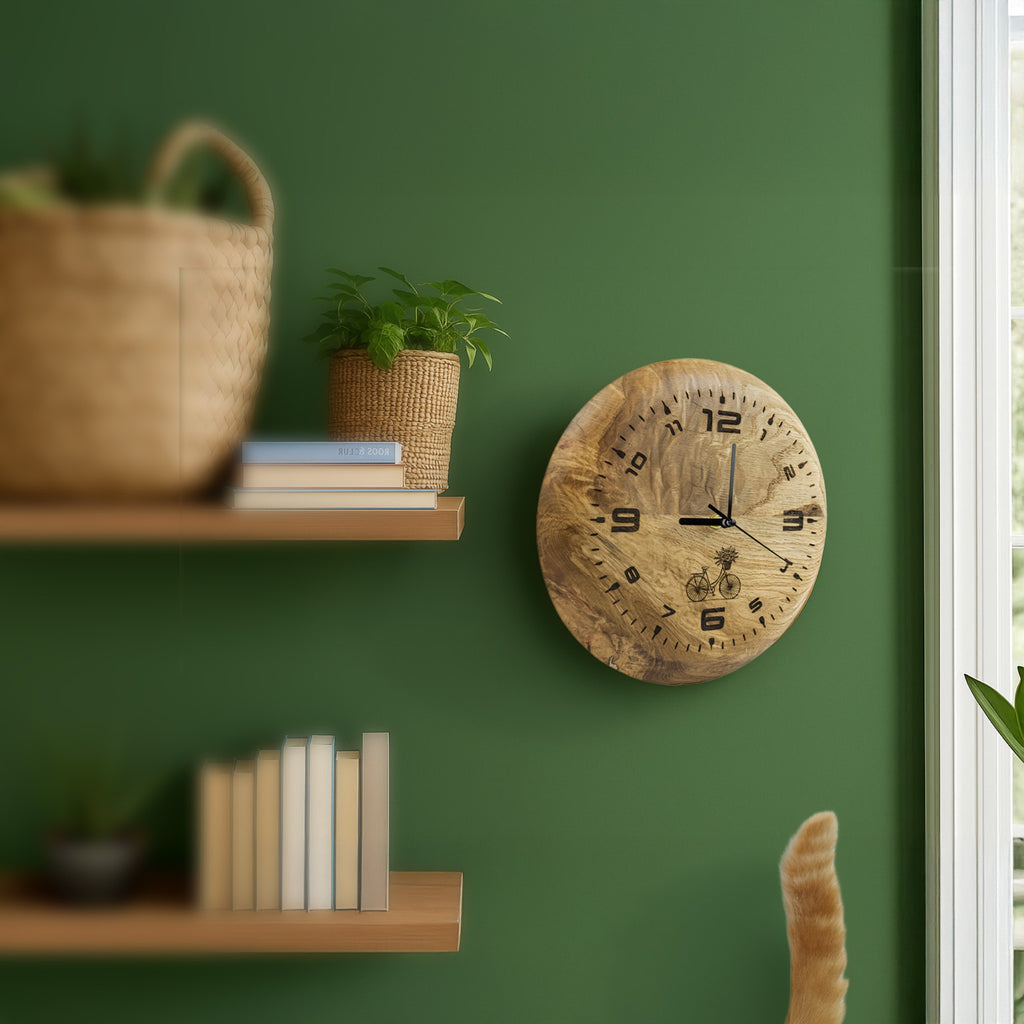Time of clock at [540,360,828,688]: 9:01
